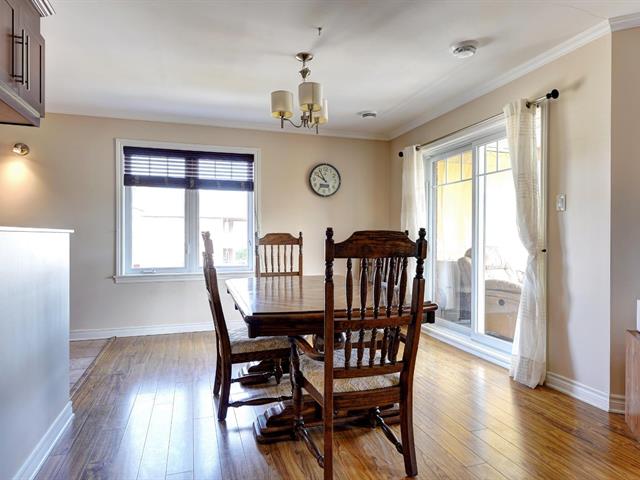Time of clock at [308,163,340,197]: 9:54
